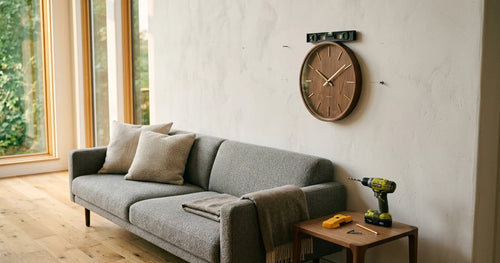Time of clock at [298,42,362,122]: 10:08
